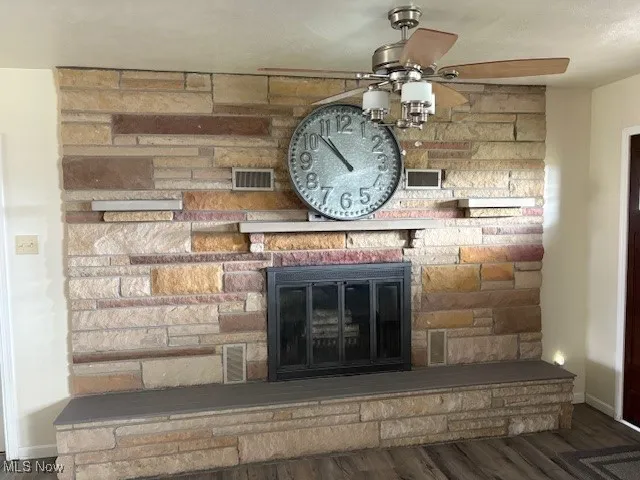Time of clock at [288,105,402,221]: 10:52
